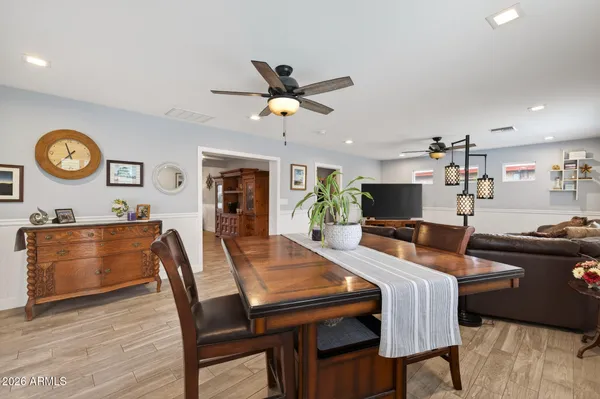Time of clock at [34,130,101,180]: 11:37
